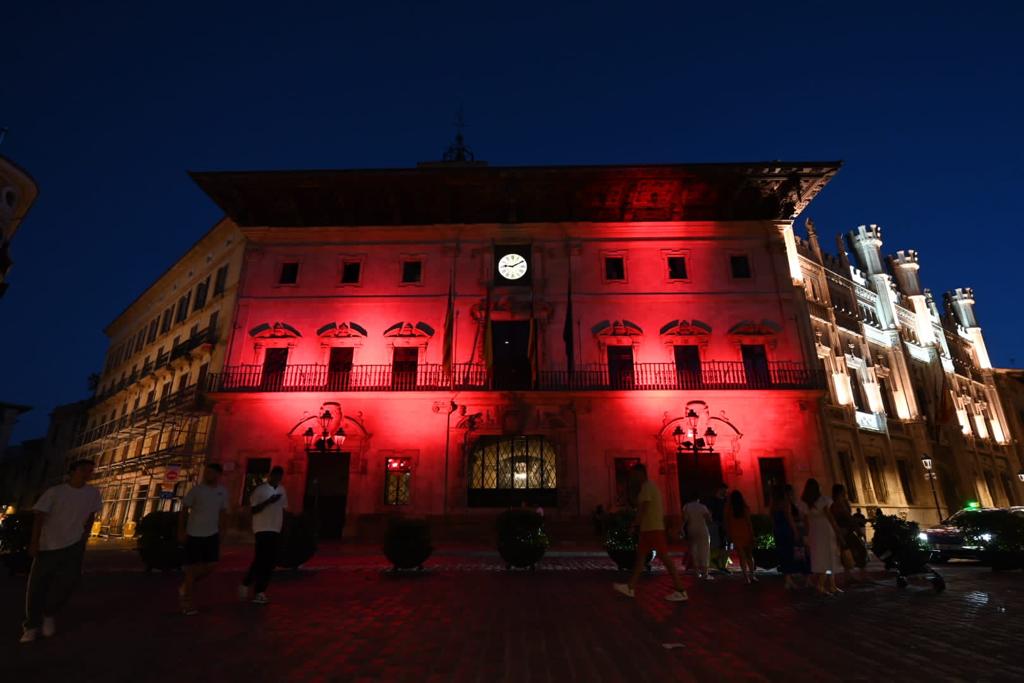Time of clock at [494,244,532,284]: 9:10
